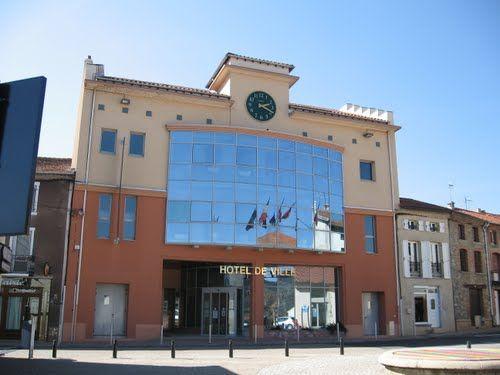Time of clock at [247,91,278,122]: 2:19
